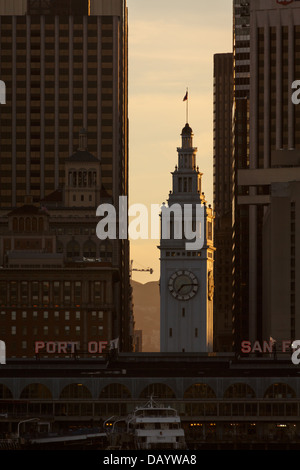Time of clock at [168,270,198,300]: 7:14
